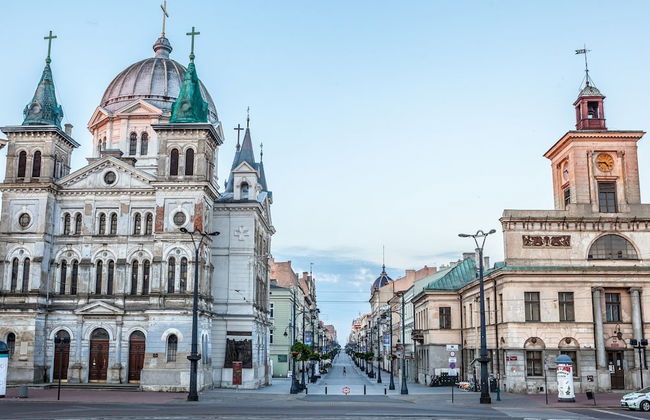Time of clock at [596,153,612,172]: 4:44
